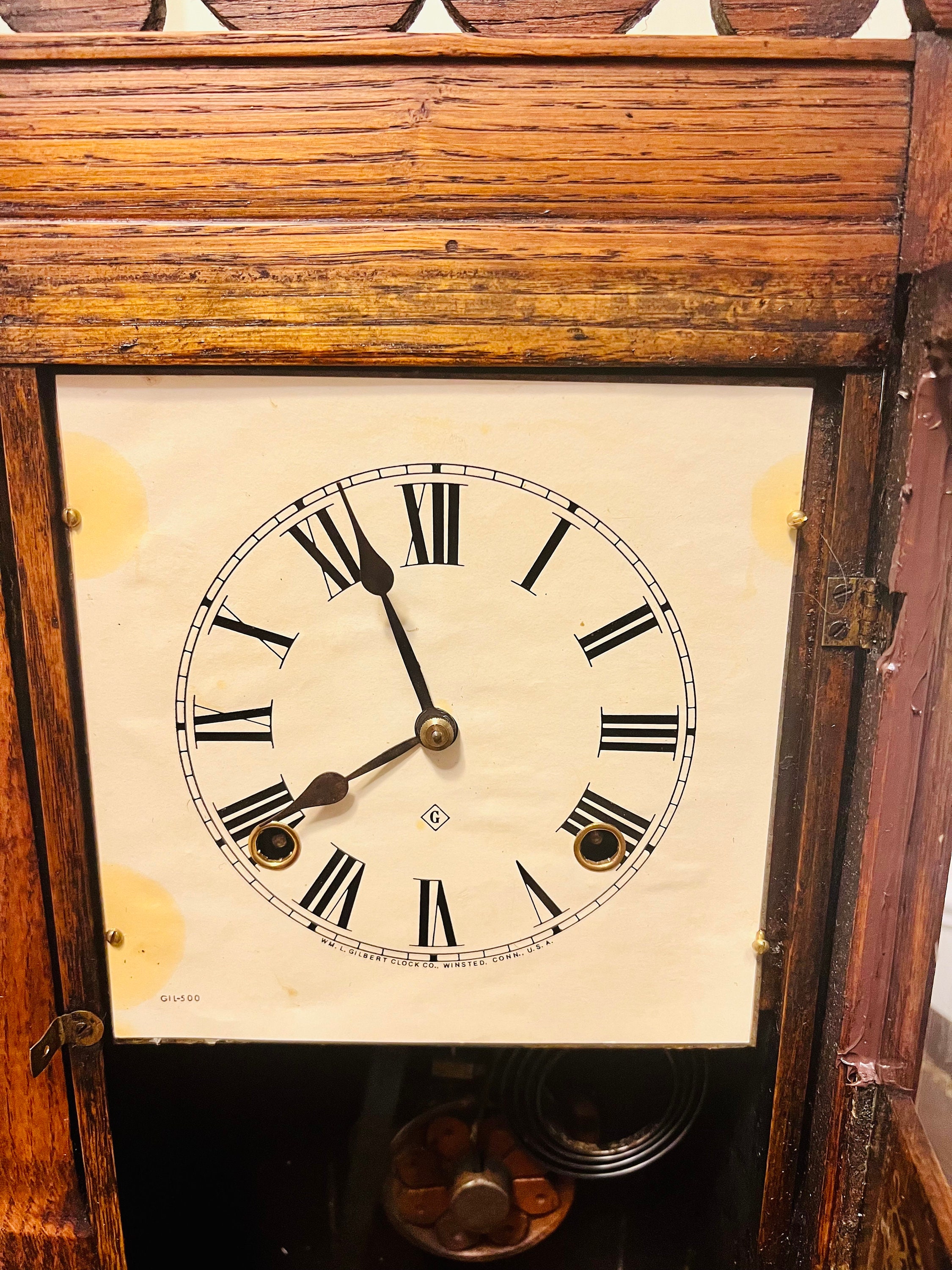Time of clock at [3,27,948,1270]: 7:56
